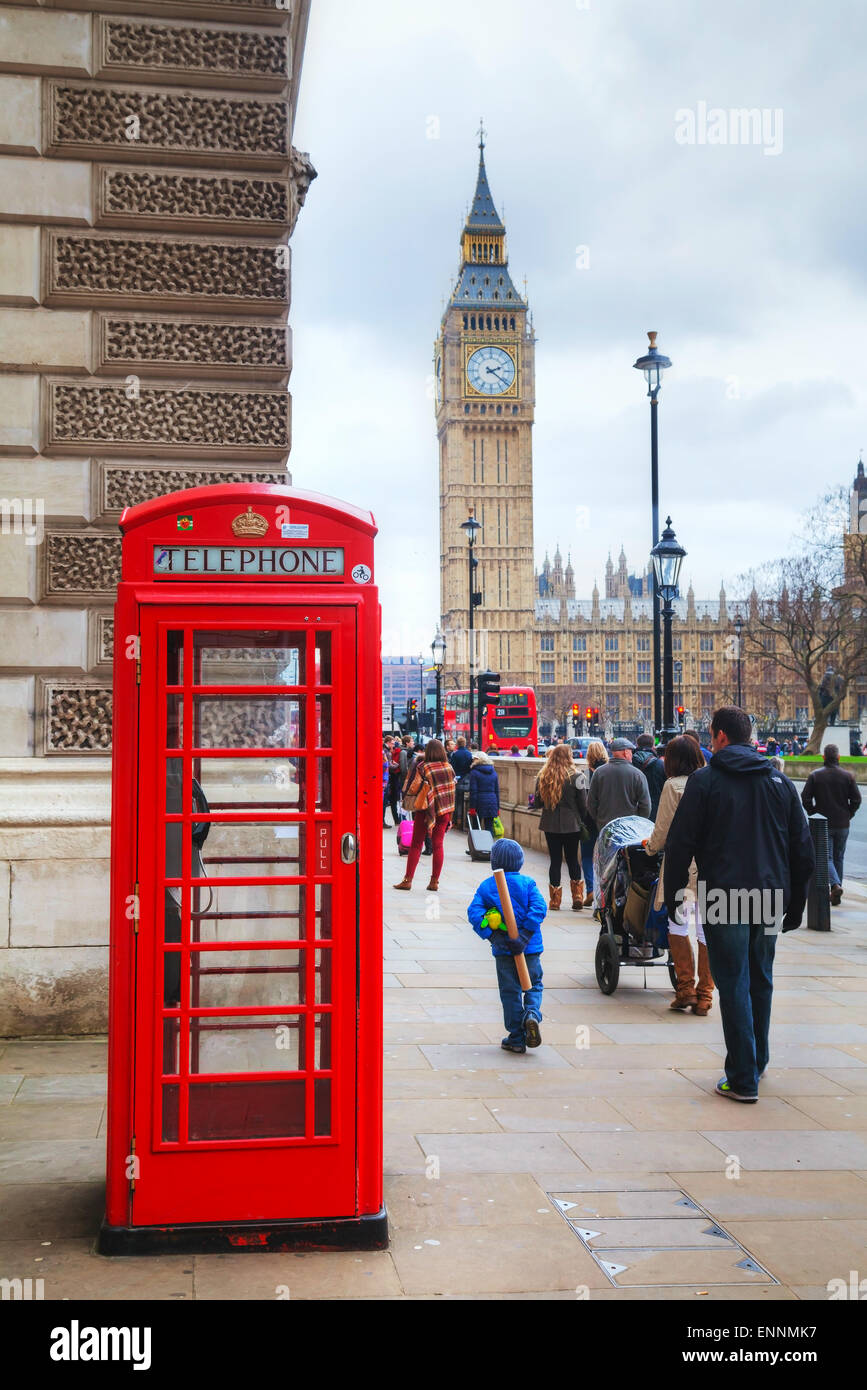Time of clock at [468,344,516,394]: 2:21
